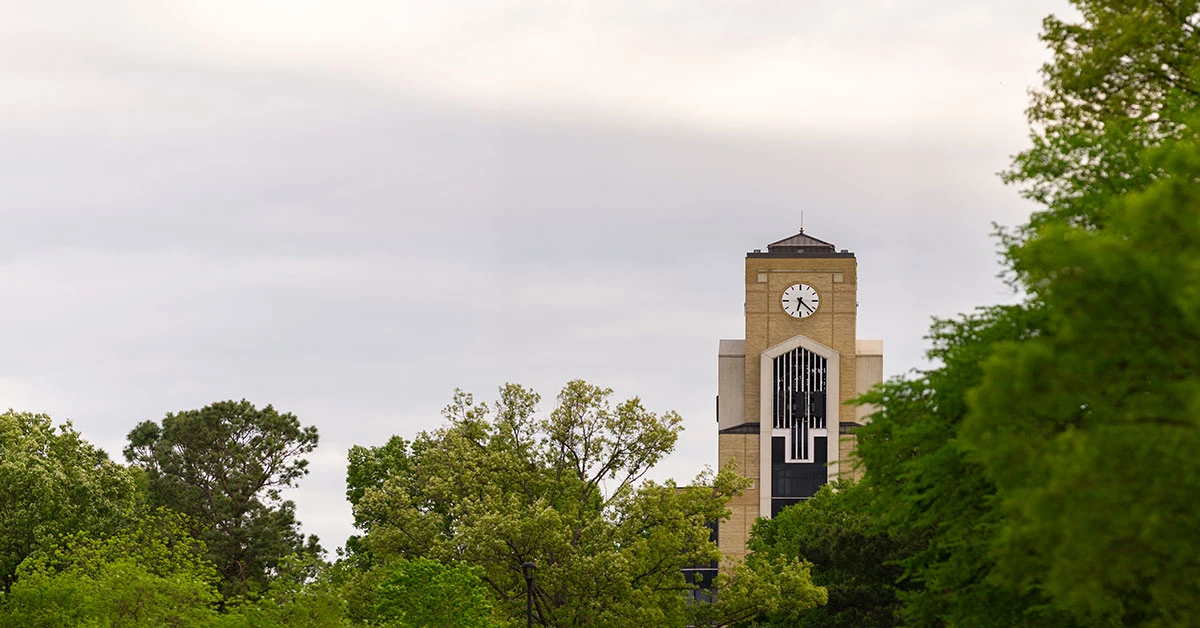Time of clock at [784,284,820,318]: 6:22
